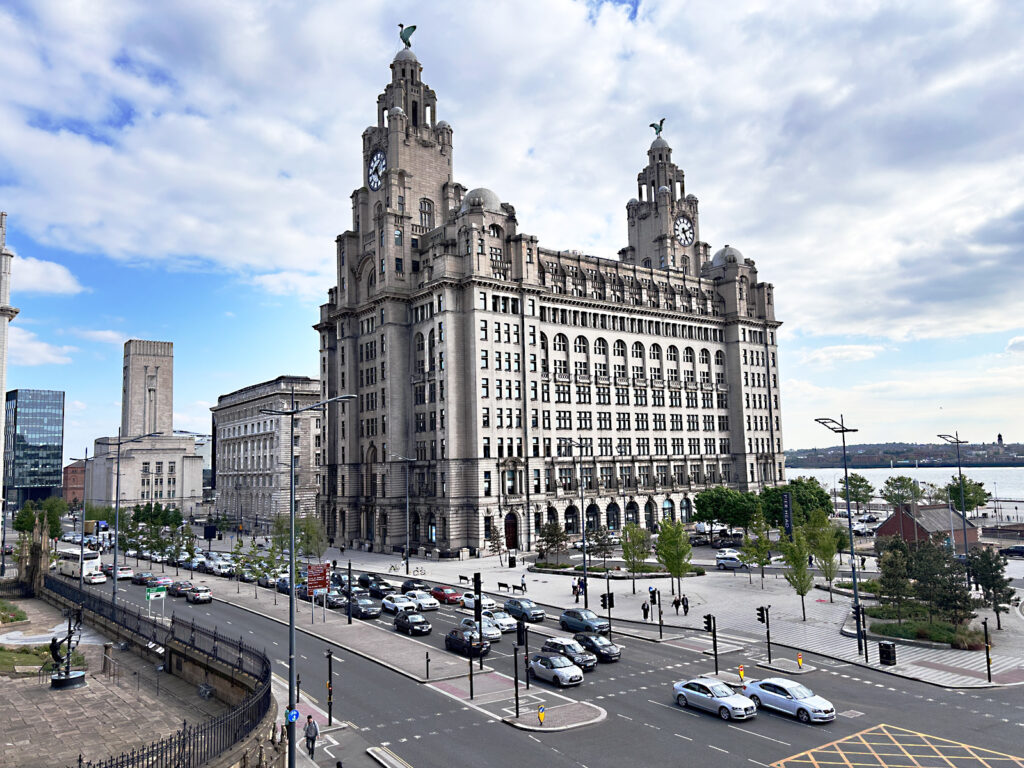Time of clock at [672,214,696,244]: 5:11
